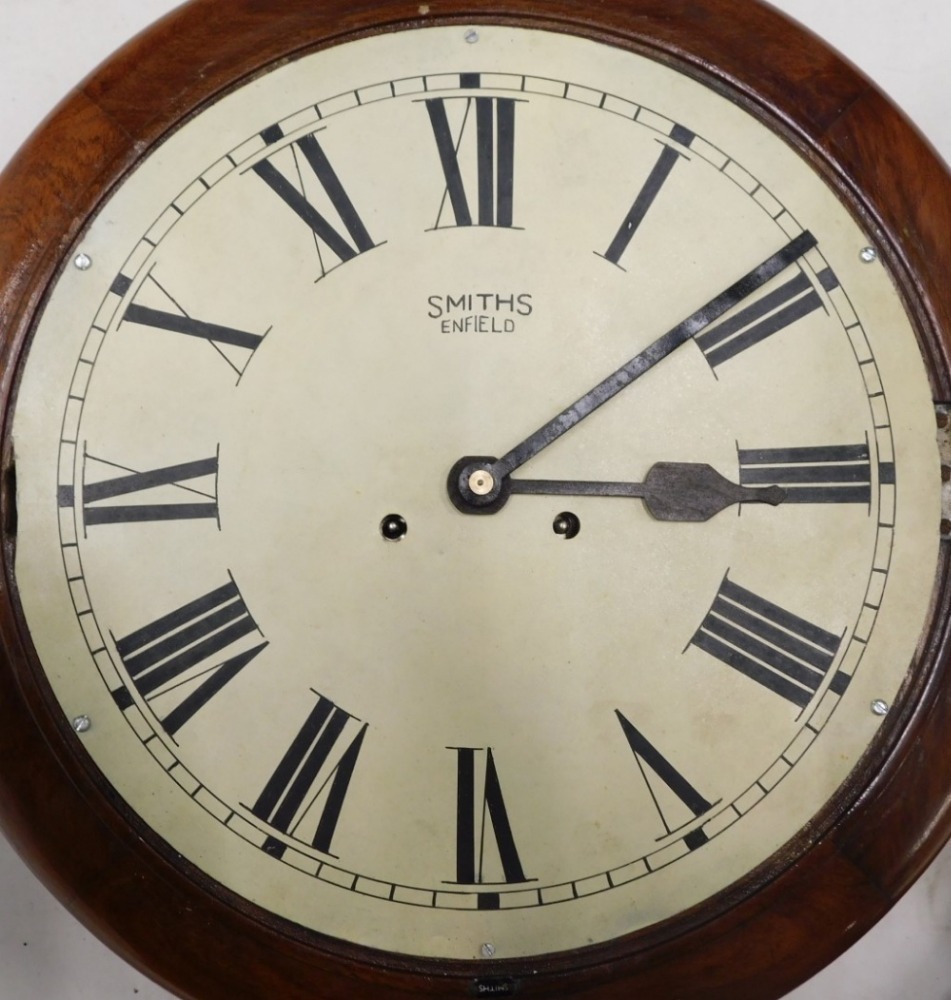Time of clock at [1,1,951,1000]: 3:09
